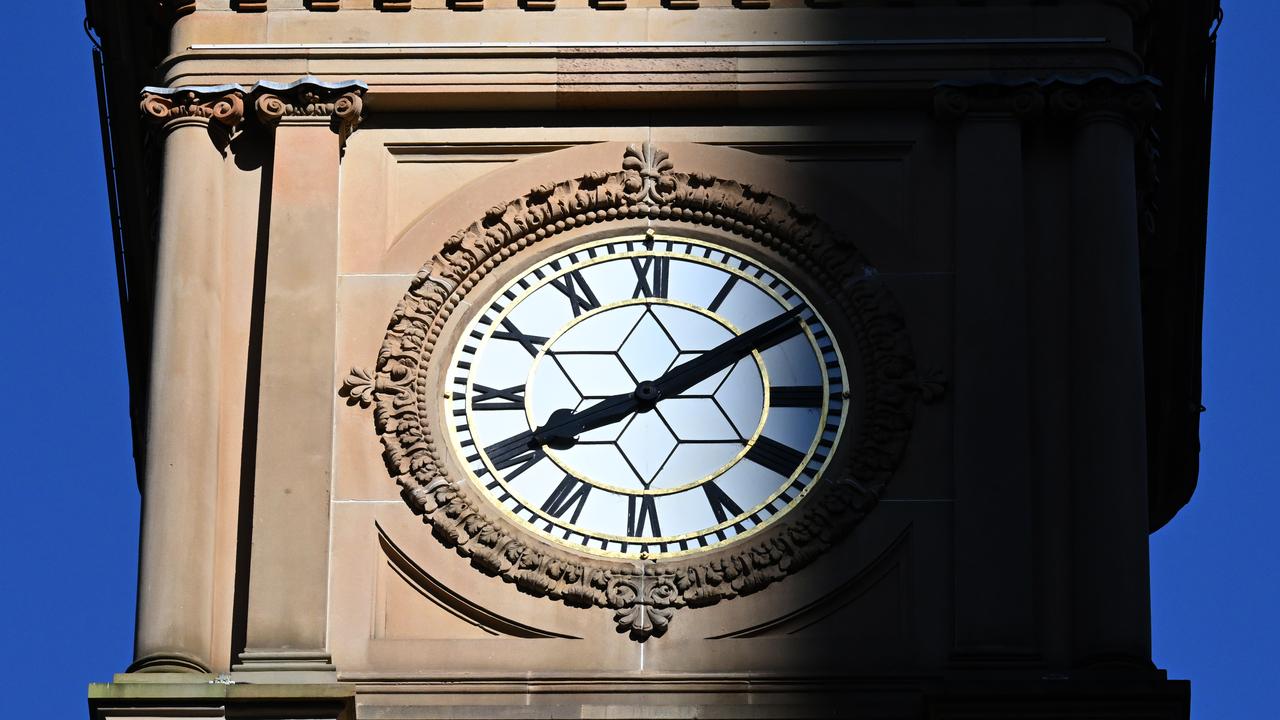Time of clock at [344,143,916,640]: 8:09
